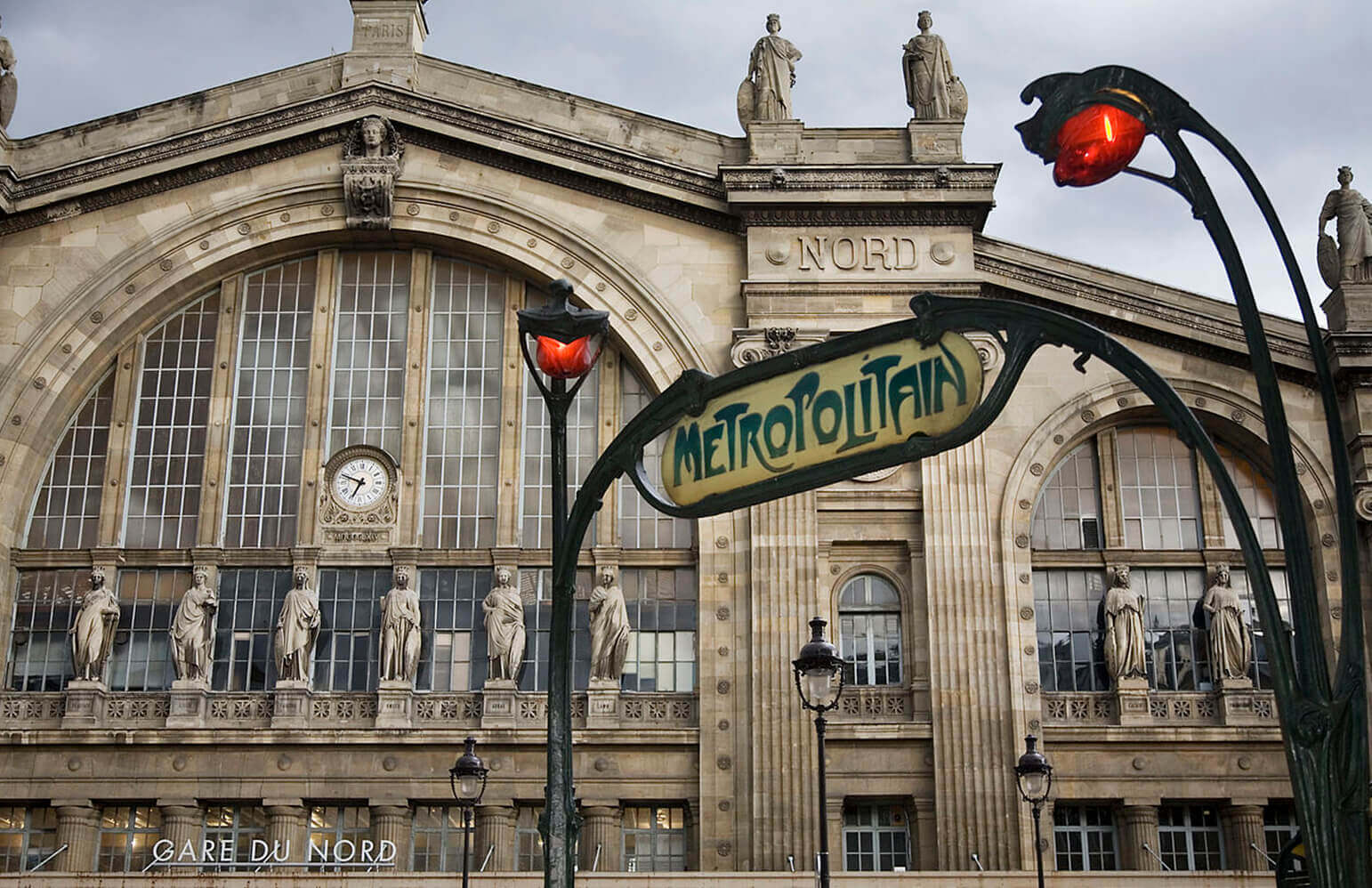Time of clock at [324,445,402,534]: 6:48
